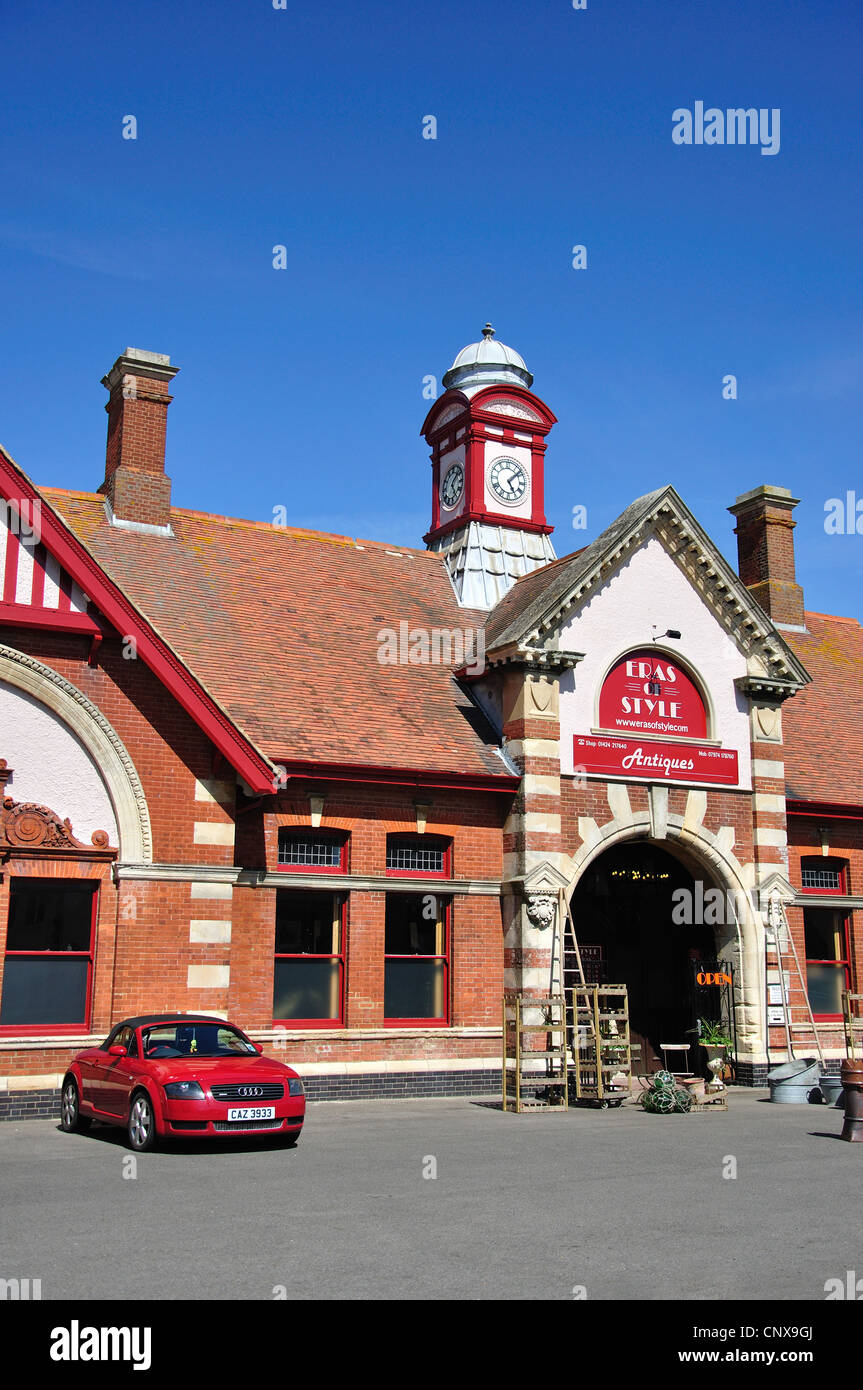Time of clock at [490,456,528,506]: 5:08
